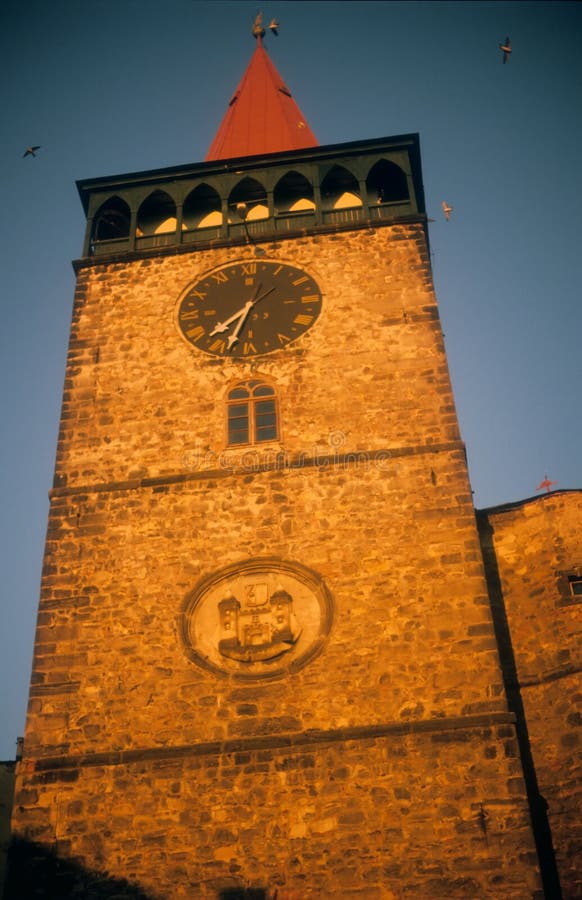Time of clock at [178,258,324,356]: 7:33
